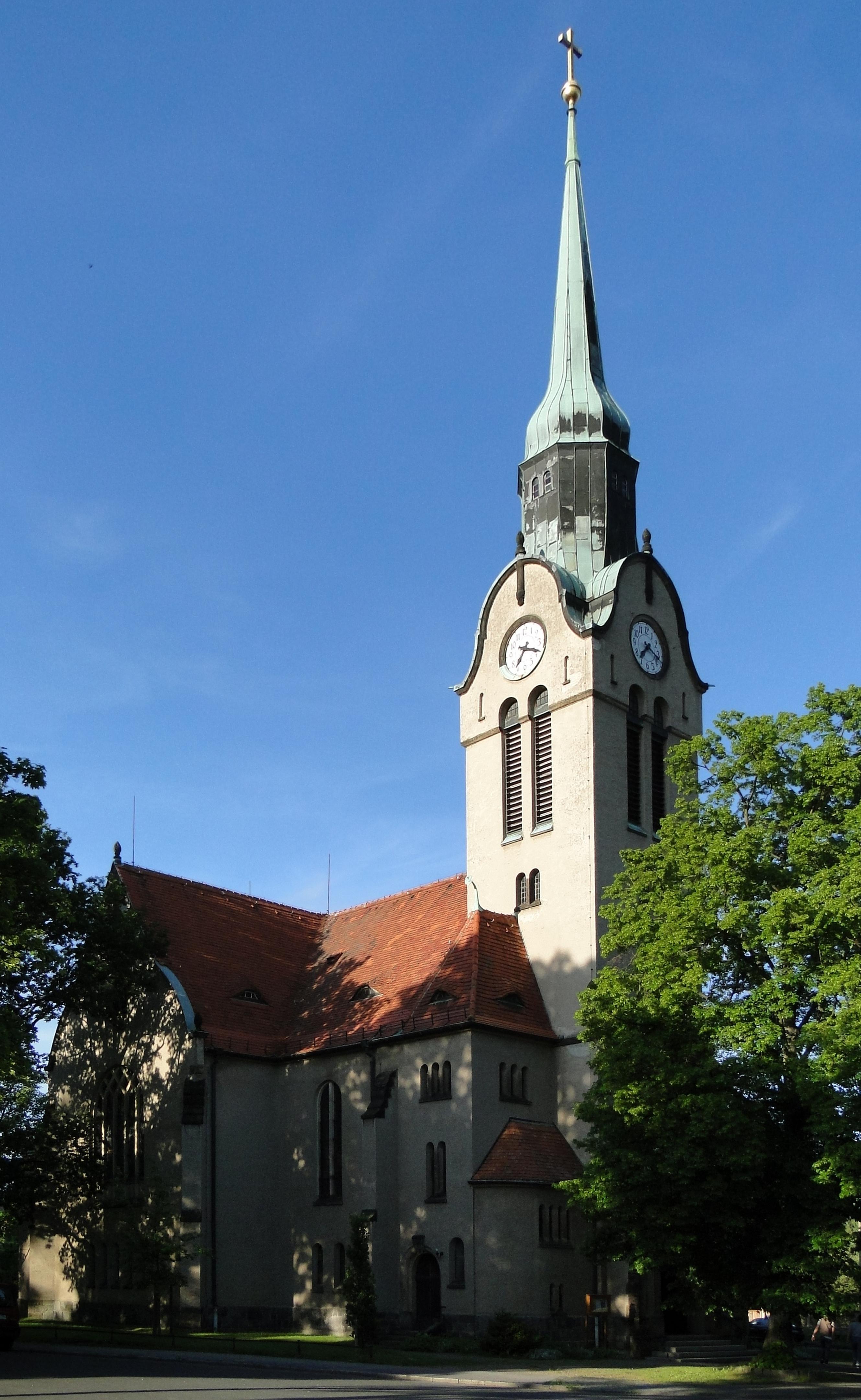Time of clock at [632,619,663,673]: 7:18
